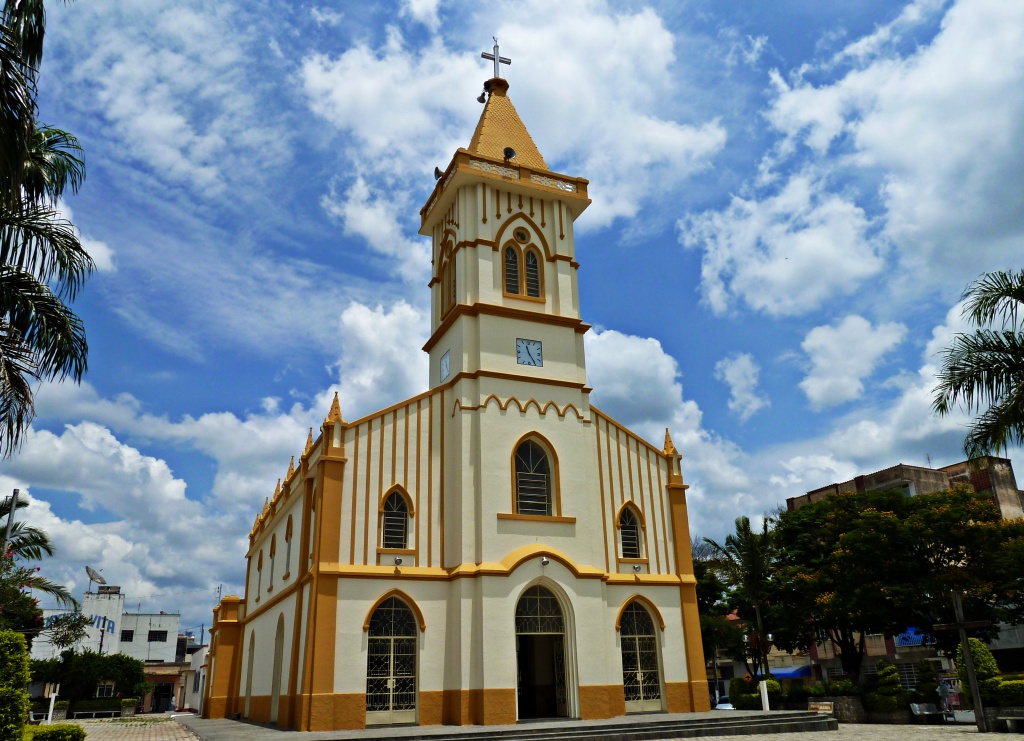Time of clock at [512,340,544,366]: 11:24
